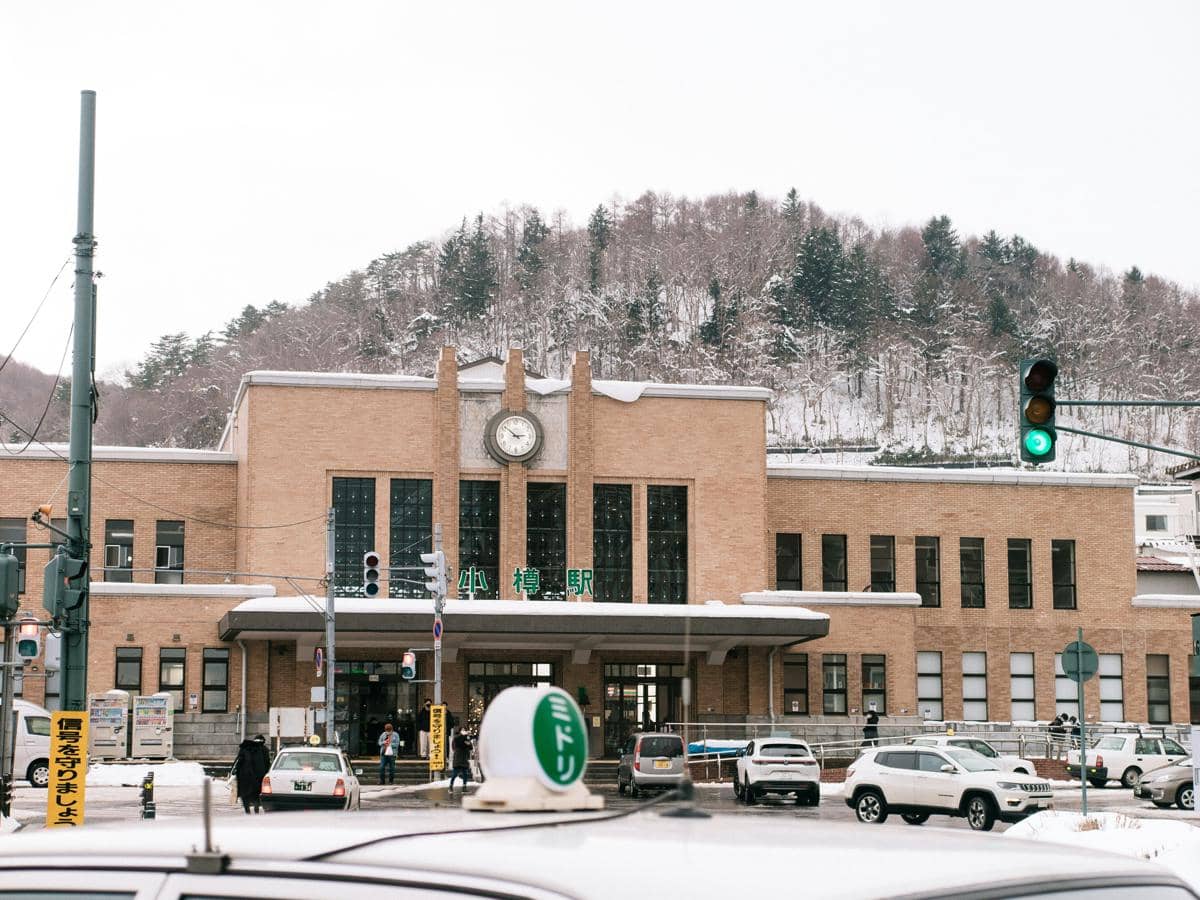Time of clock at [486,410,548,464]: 2:52
